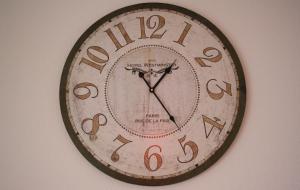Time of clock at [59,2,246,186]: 1:23
